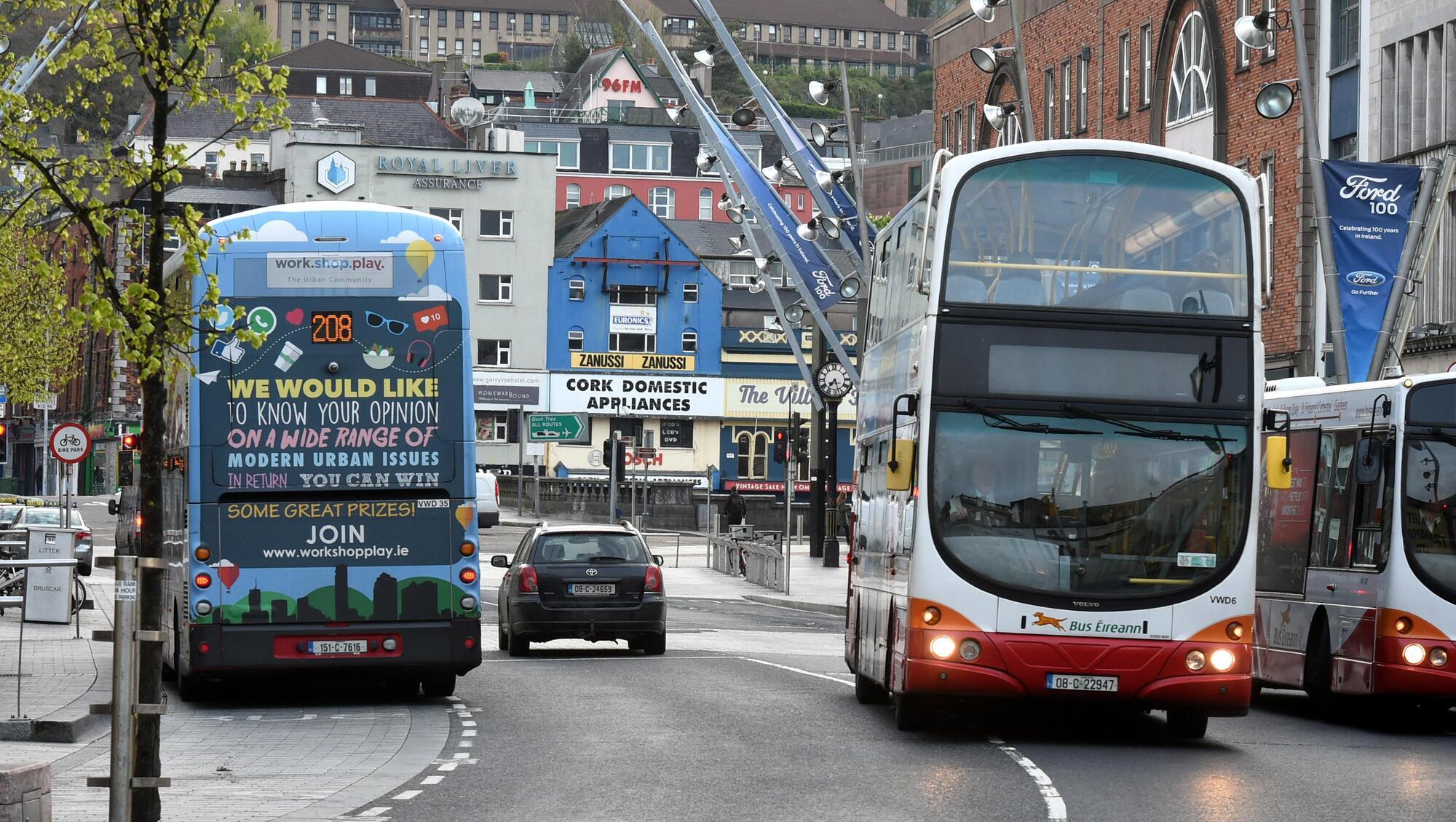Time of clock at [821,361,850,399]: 7:27
